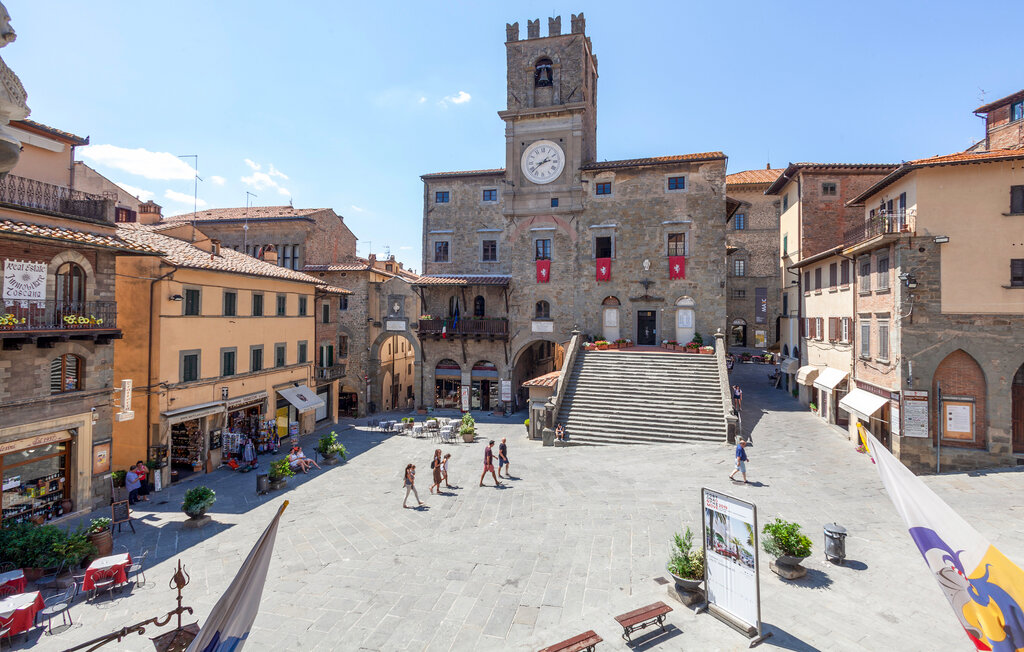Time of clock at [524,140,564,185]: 2:38
